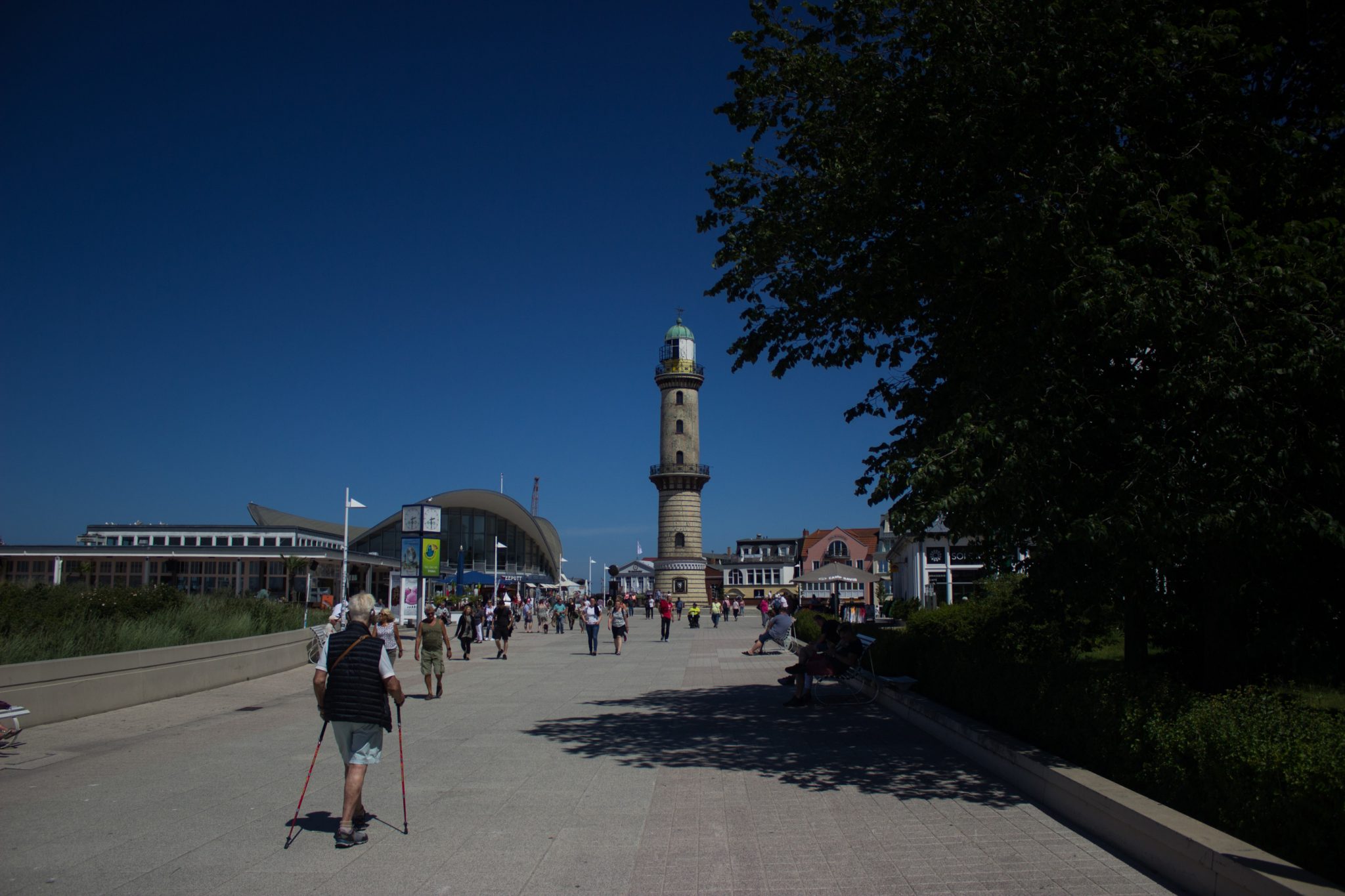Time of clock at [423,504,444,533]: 2:29
